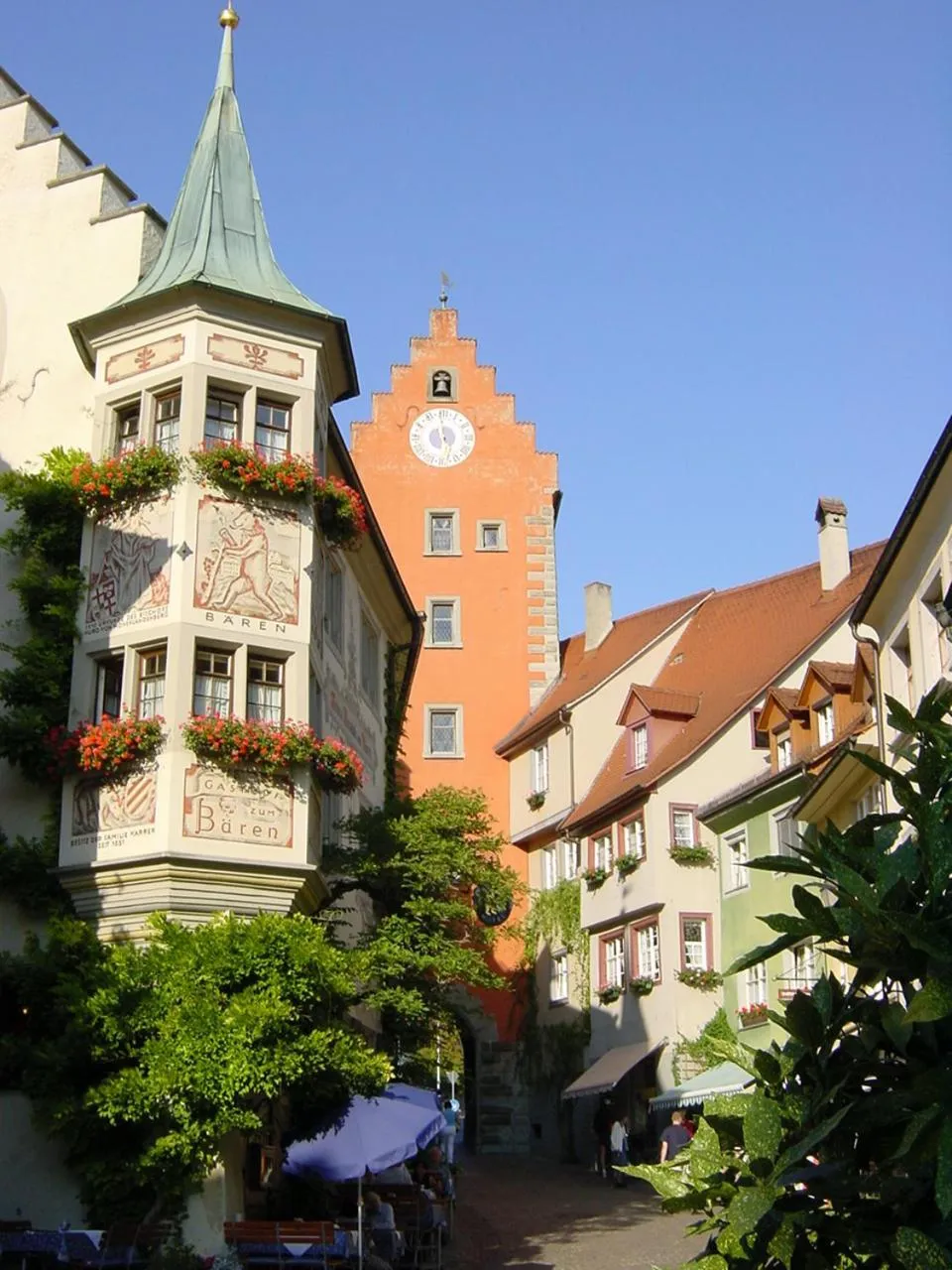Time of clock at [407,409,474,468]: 5:59
